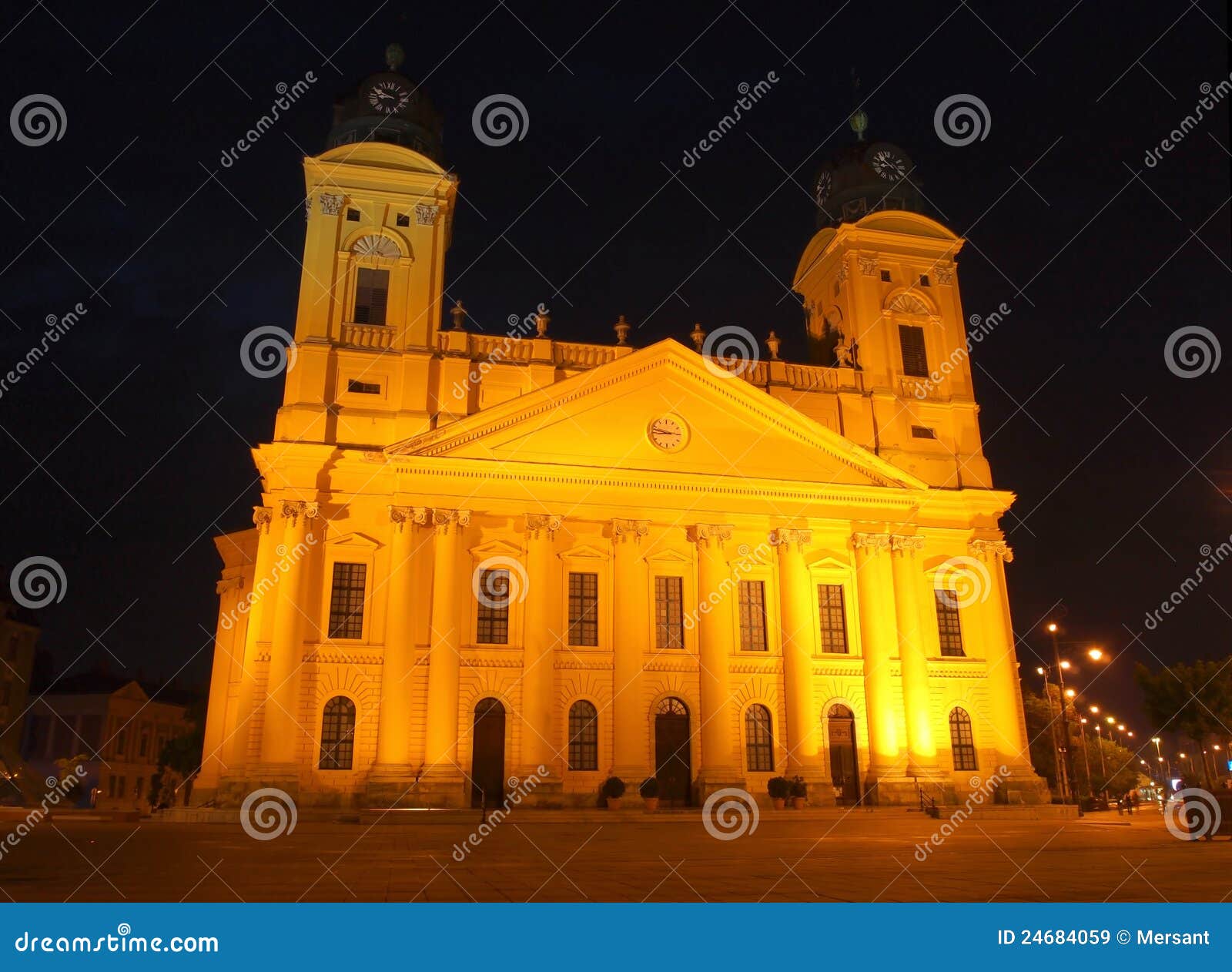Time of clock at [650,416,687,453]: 8:47
